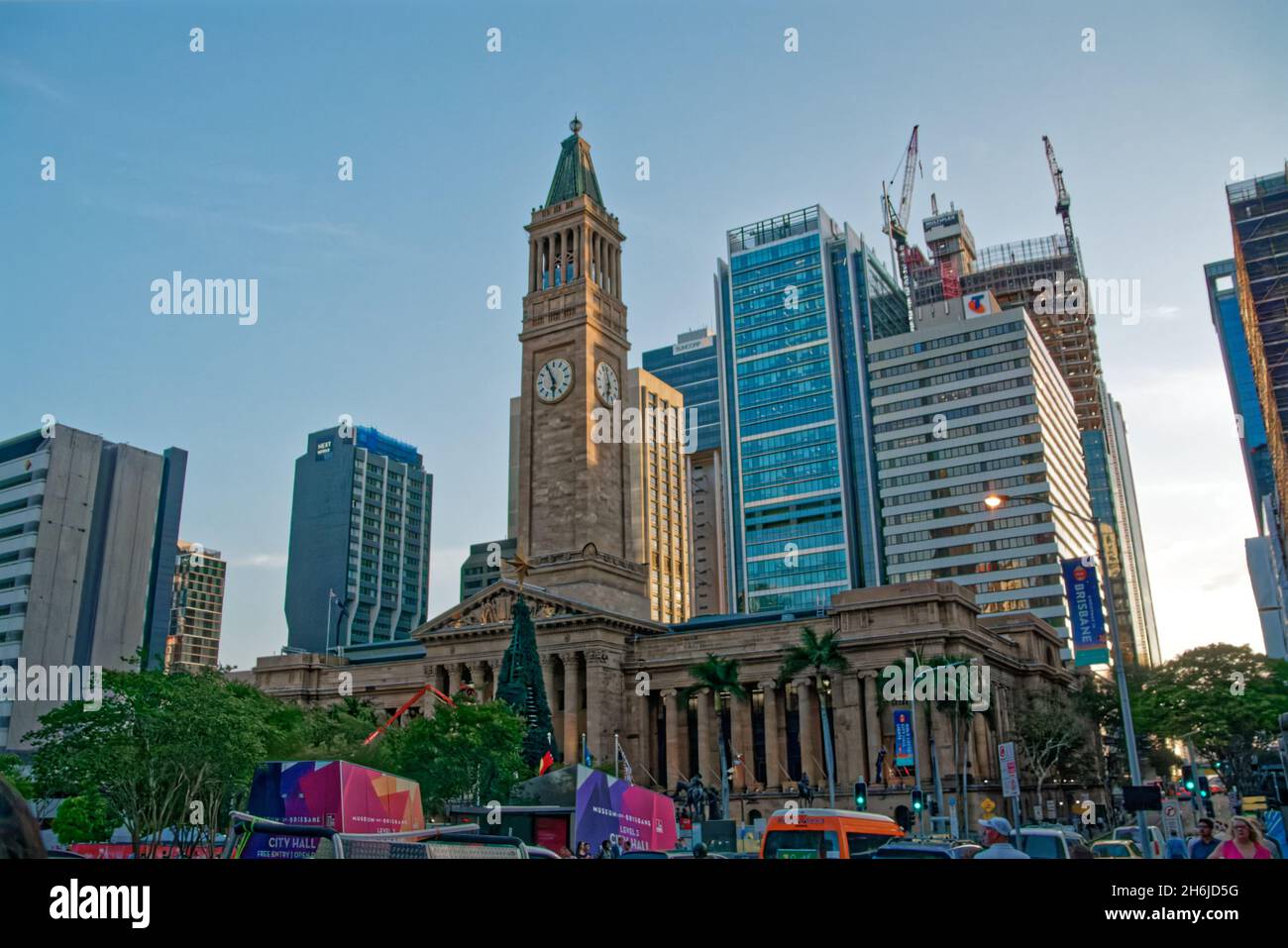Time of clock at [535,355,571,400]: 5:55
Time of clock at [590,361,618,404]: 11:32
